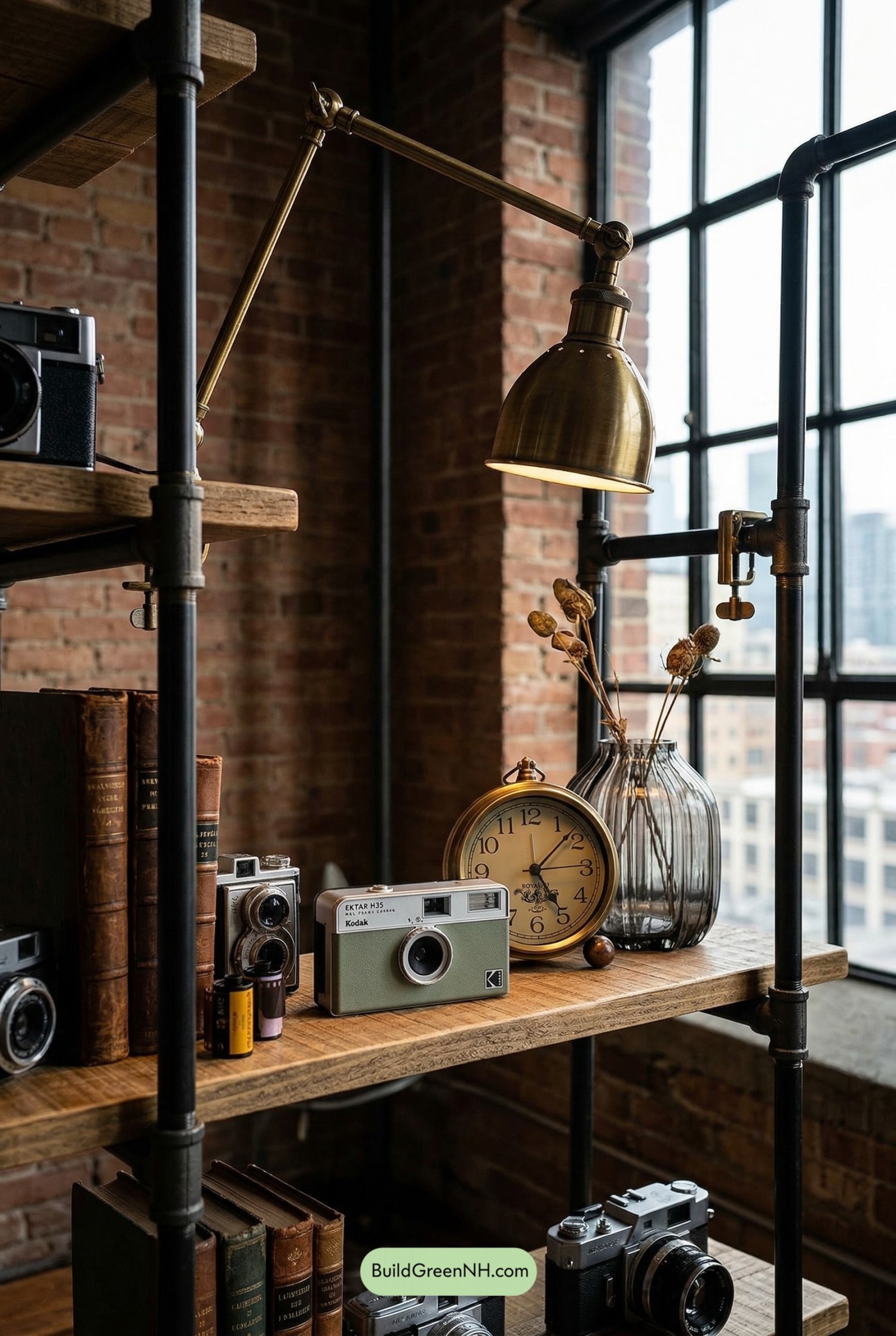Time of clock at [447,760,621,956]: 5:07
